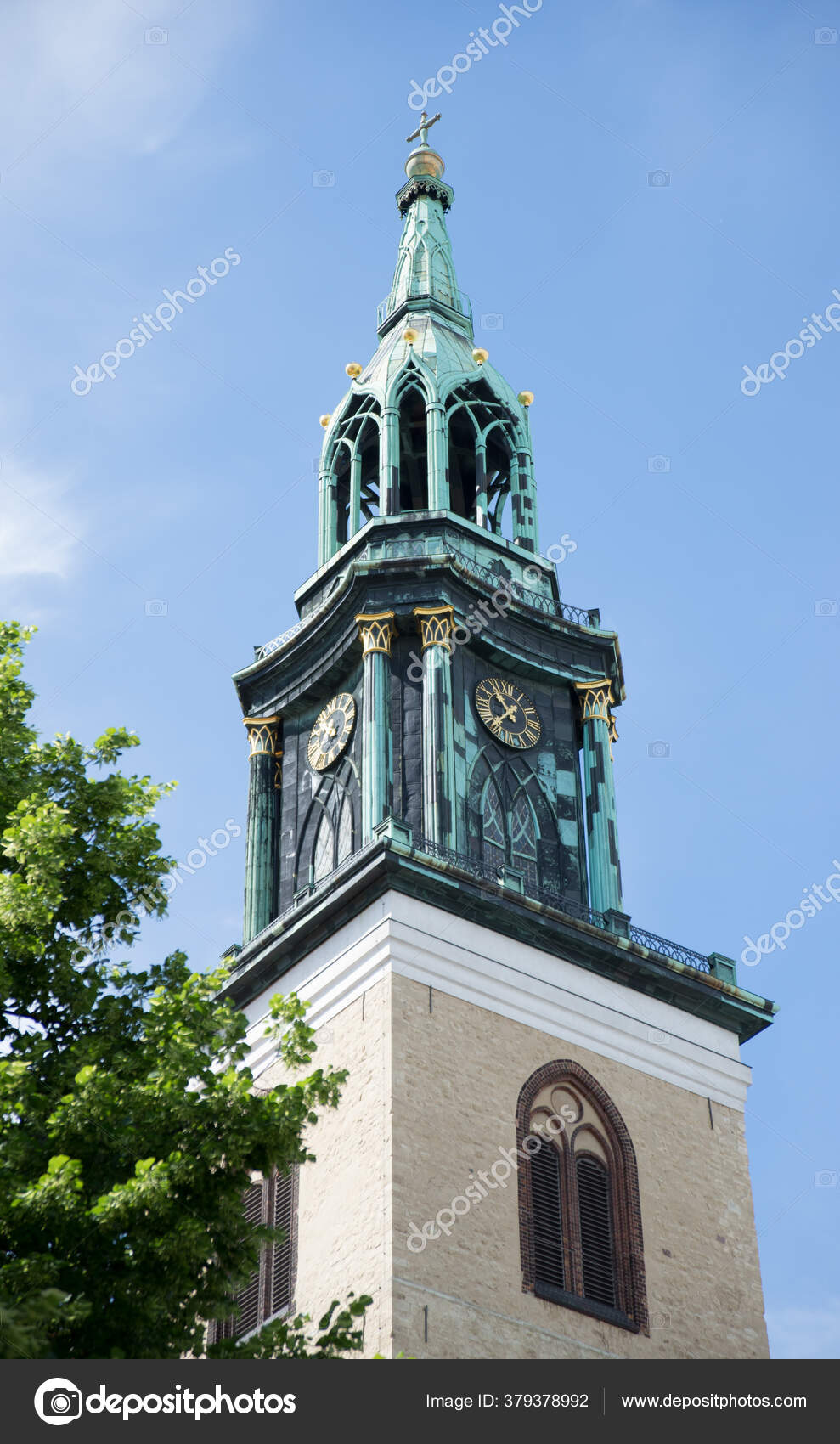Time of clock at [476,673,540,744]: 10:37
